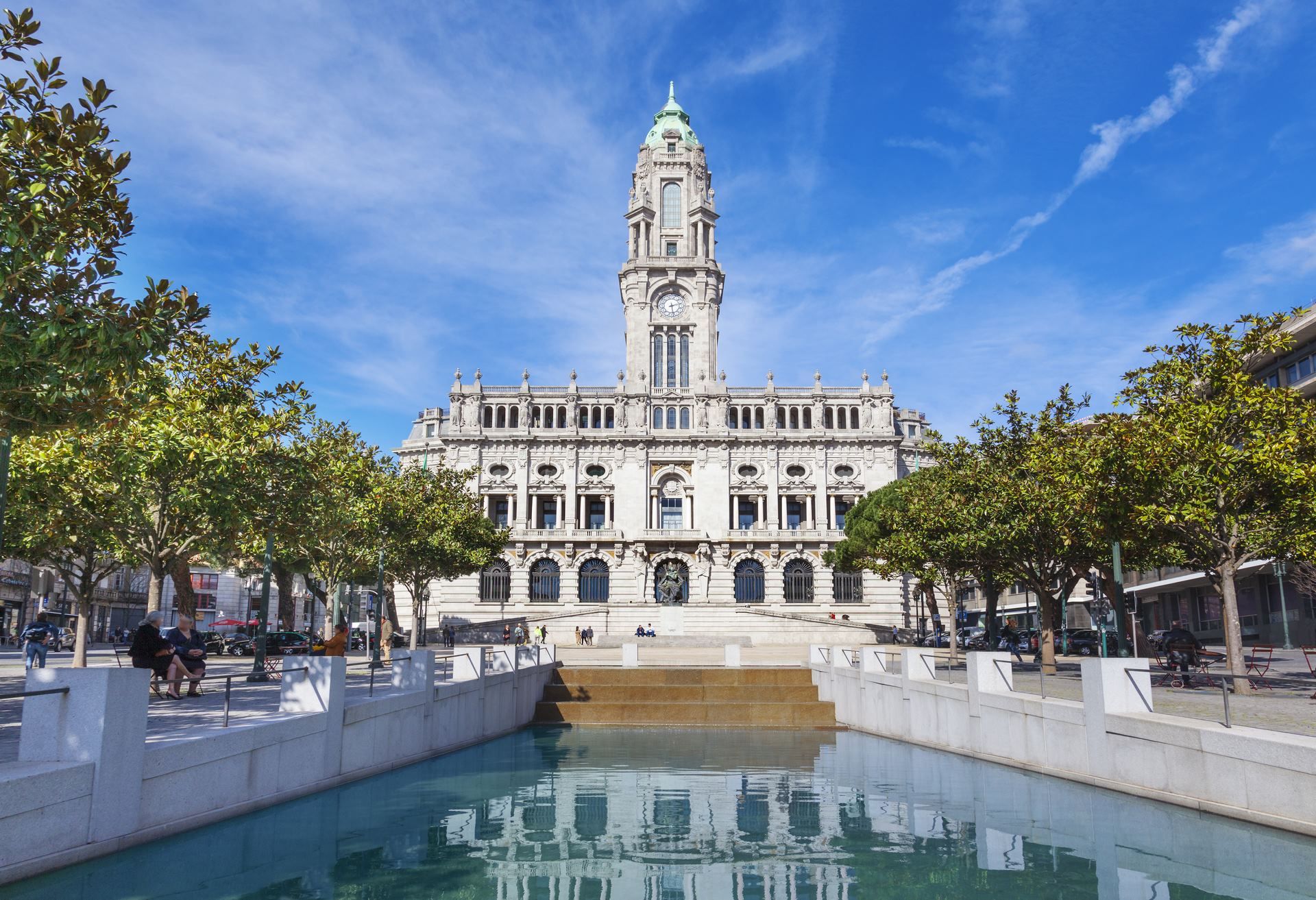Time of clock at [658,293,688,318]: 2:28
